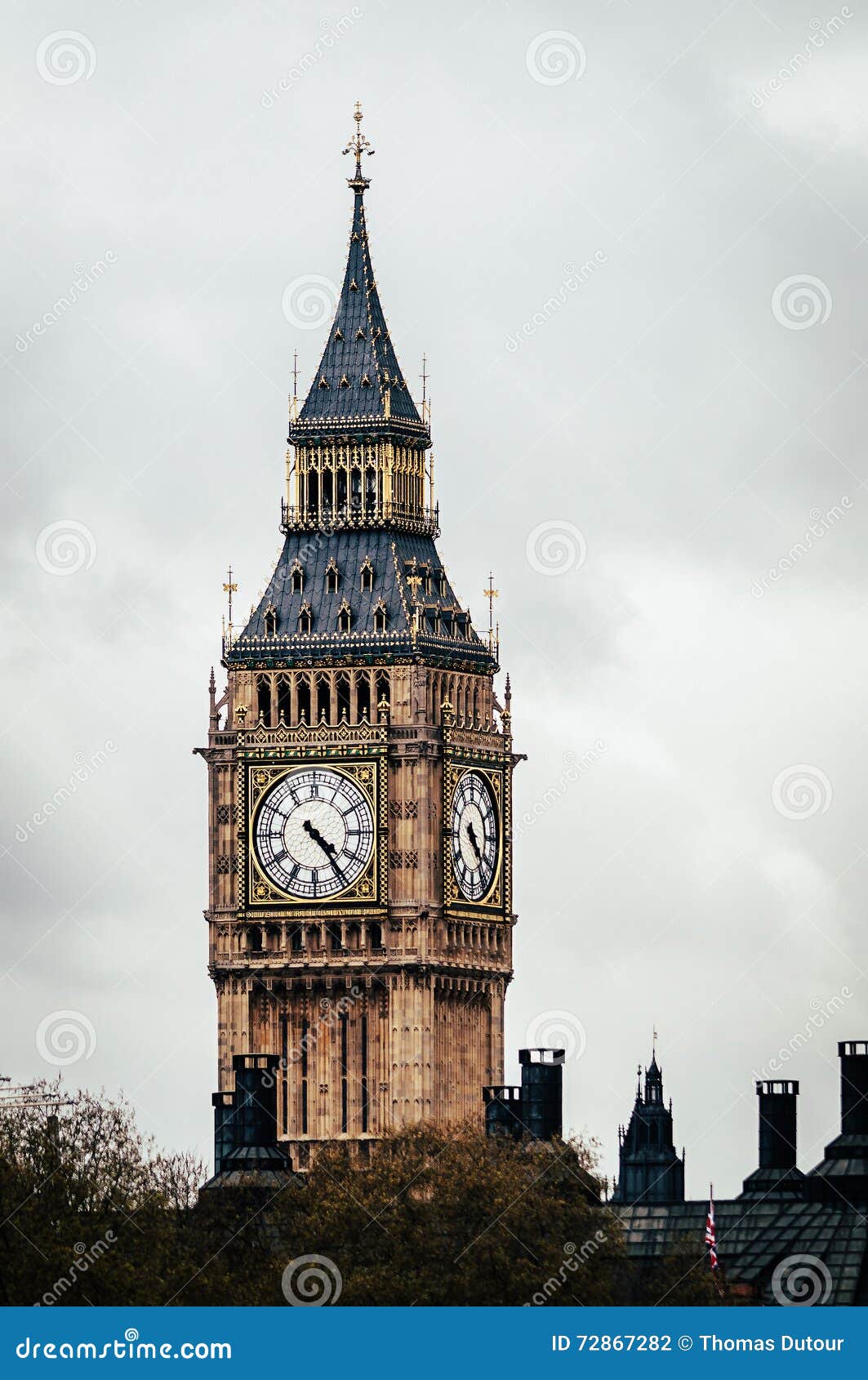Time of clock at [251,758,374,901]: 4:23
